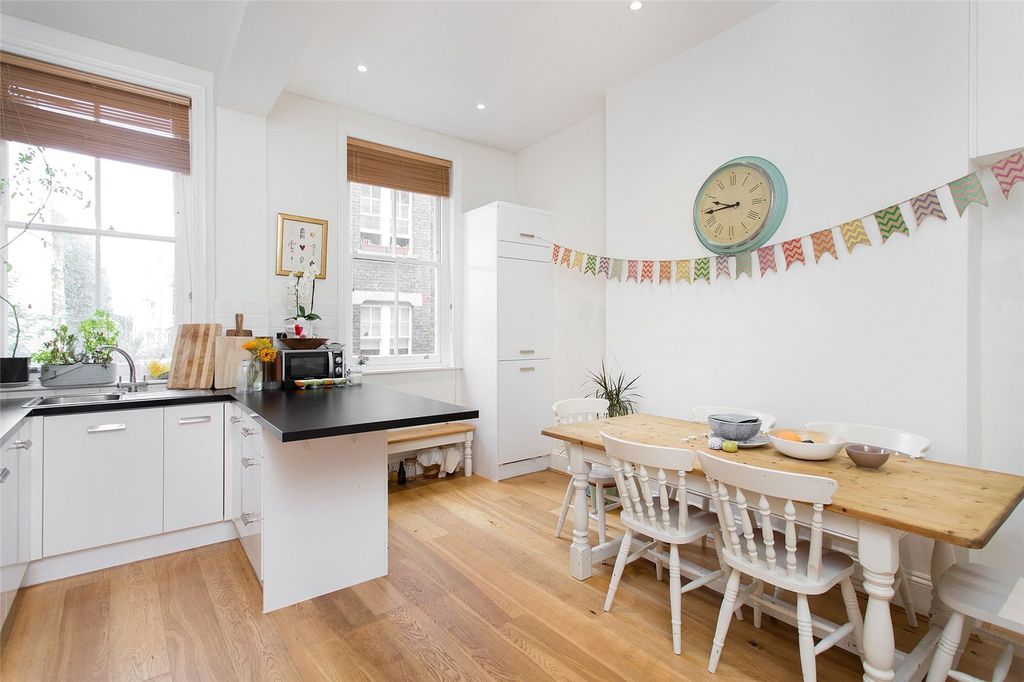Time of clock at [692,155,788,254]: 9:44
